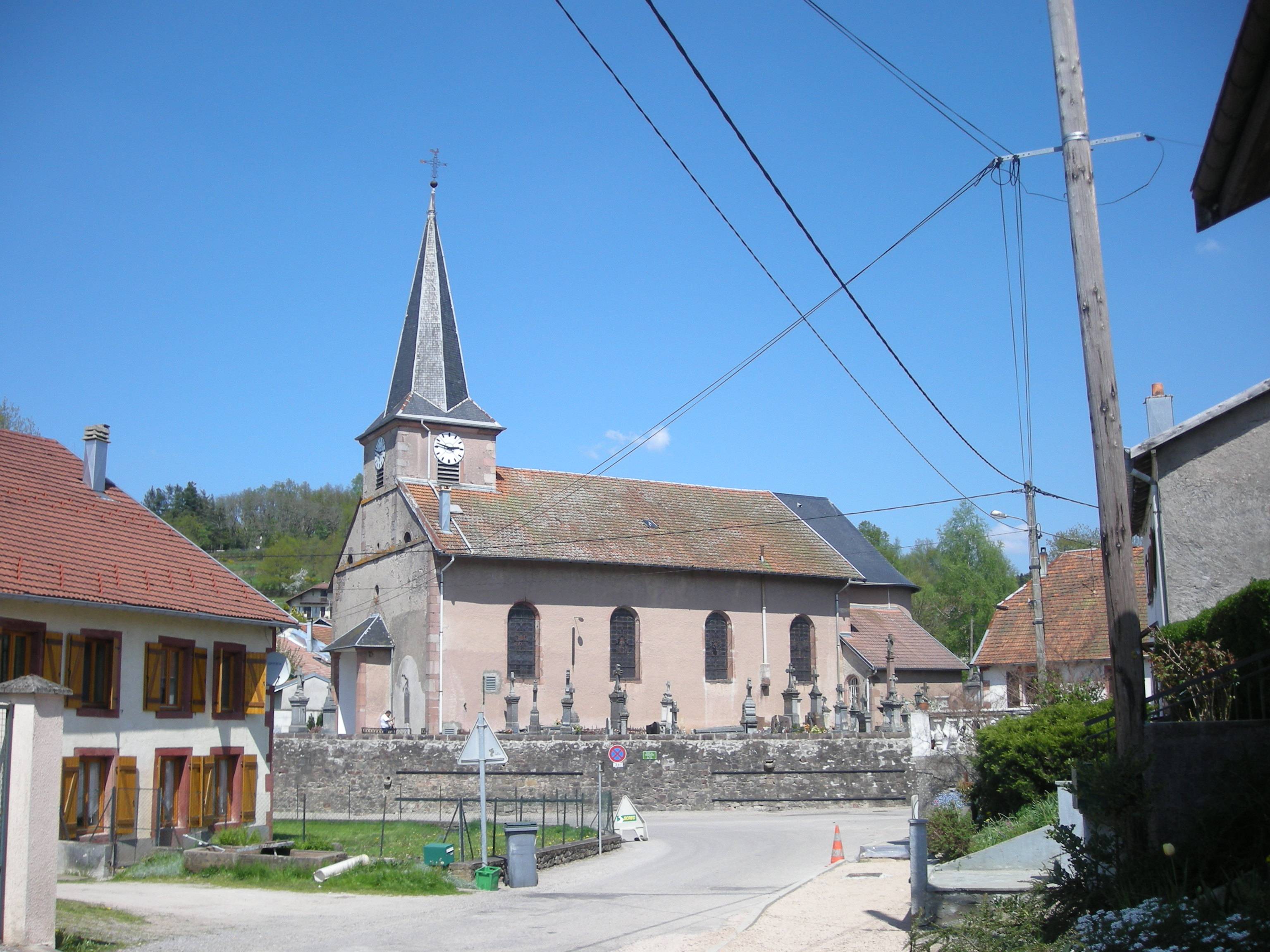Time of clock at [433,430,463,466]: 2:47
